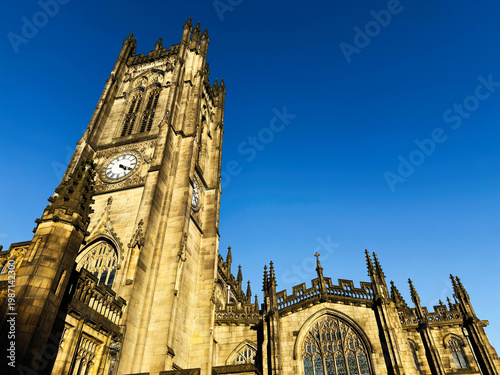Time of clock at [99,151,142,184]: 4:19
